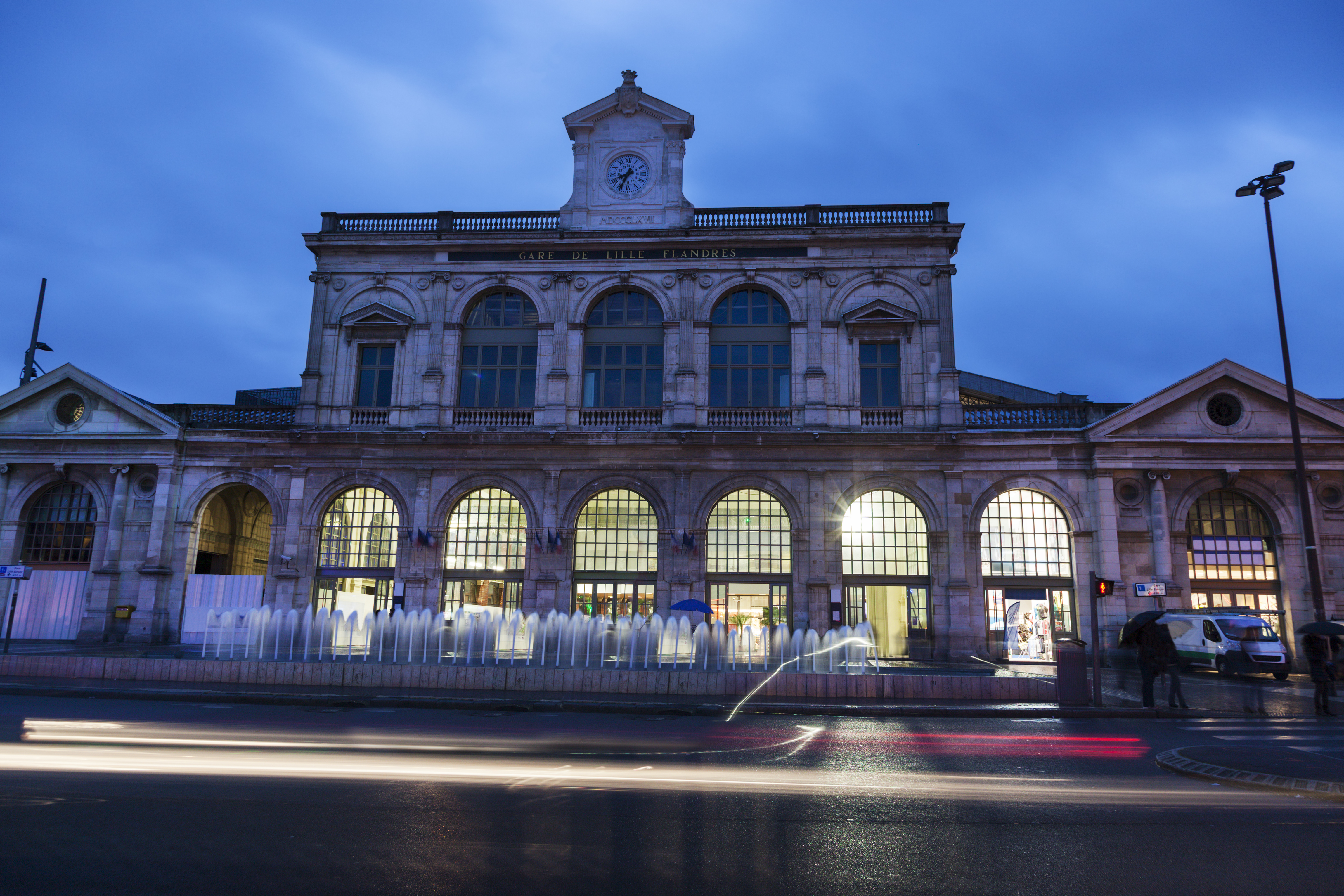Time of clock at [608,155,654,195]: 8:34
